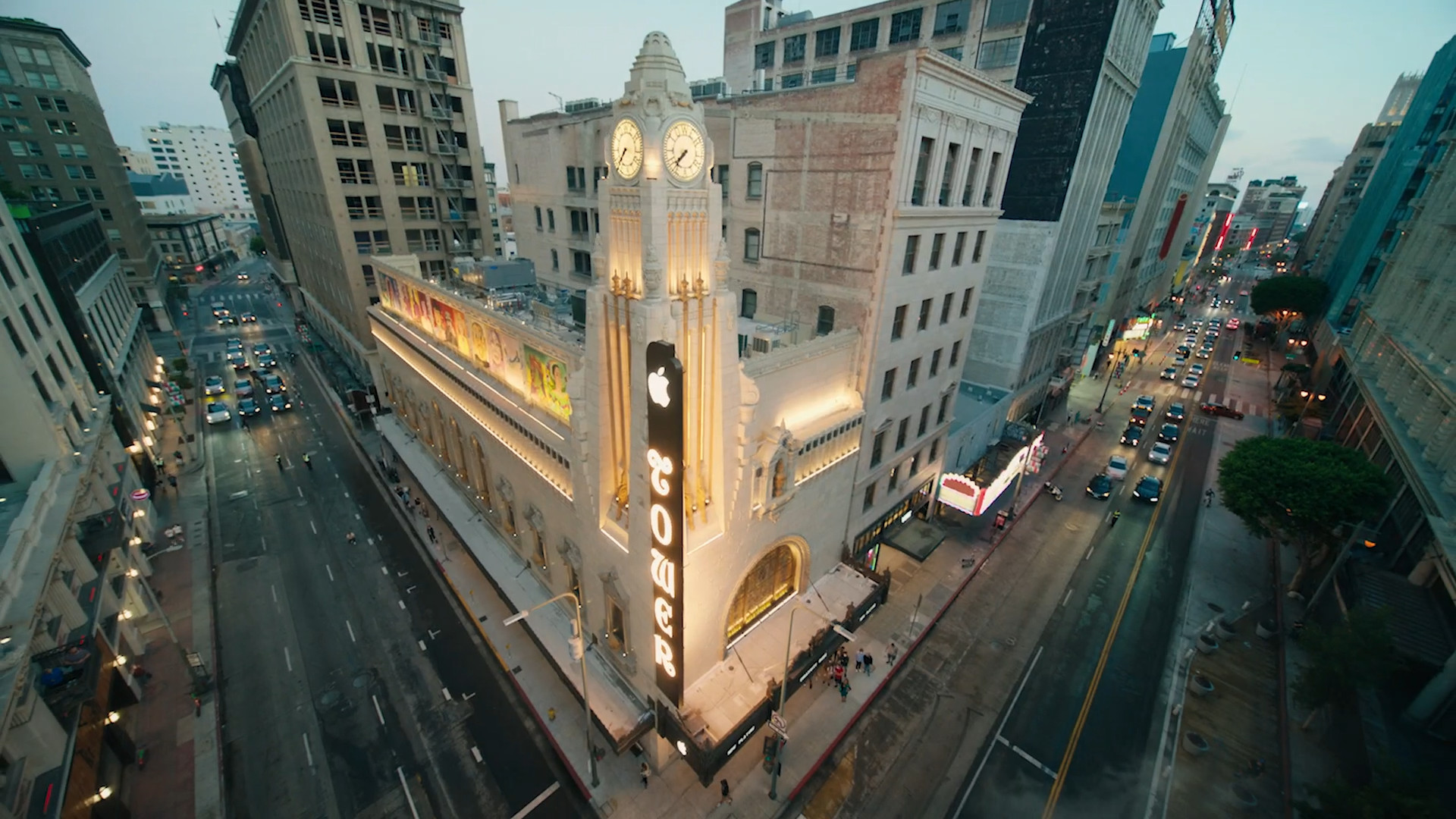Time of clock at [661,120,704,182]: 7:37
